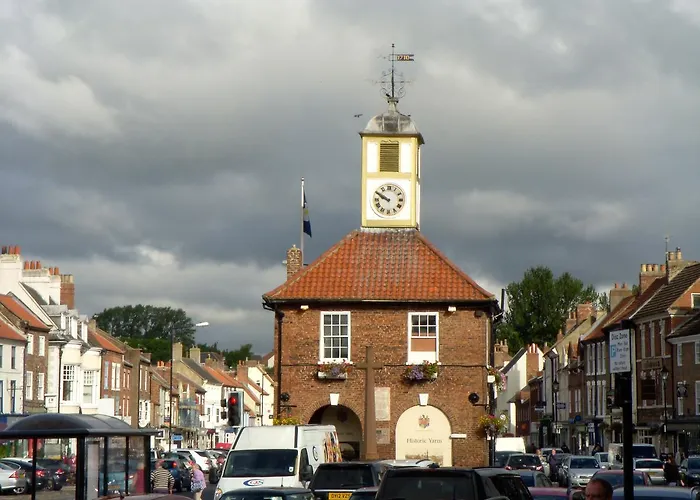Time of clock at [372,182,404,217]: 9:50
